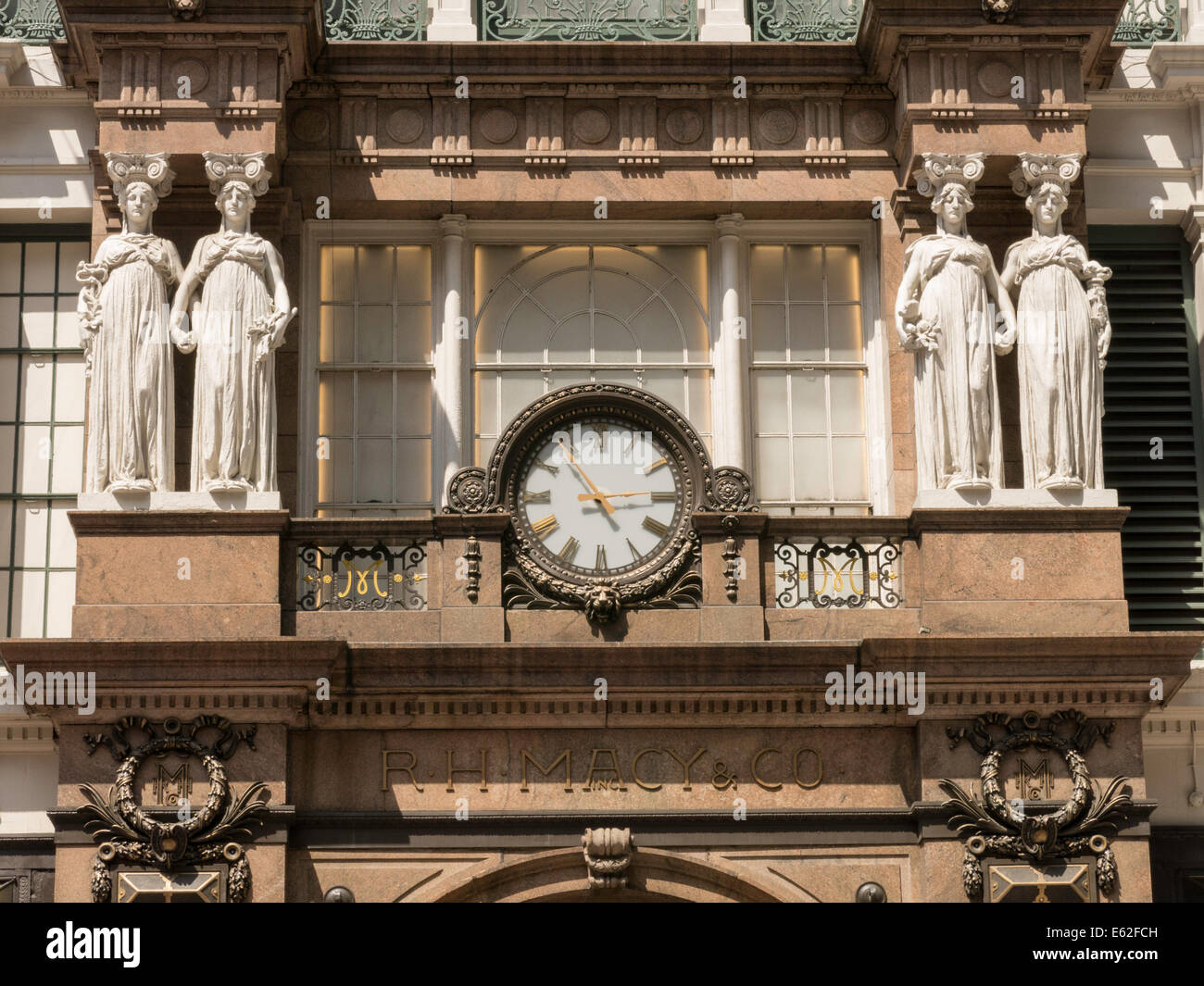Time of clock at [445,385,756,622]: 2:53
